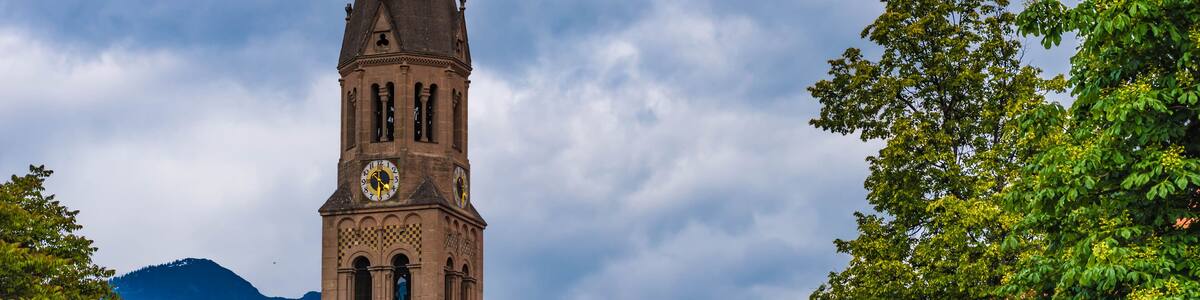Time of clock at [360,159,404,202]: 4:30
